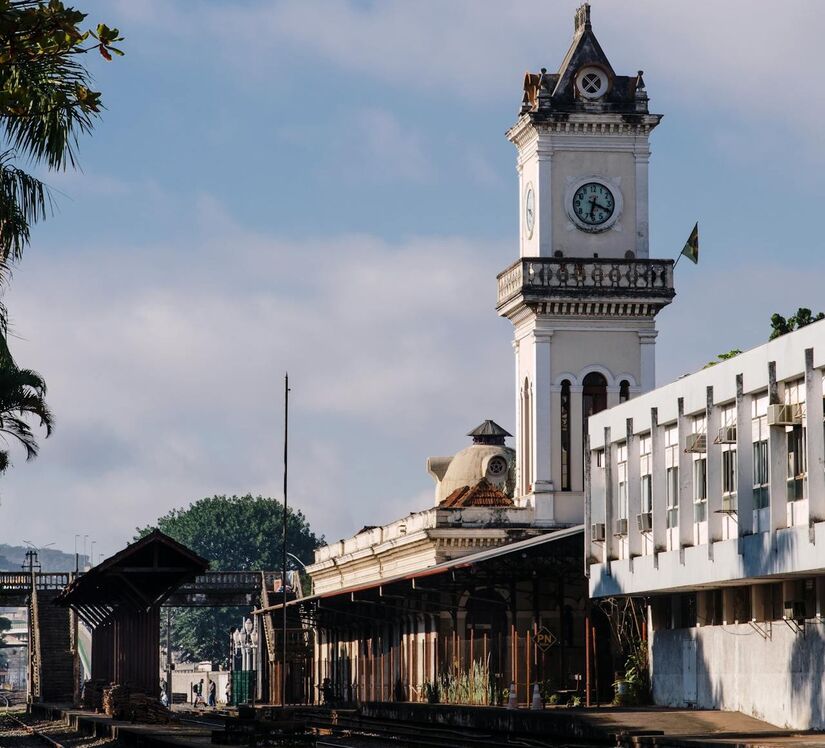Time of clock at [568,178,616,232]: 6:19
